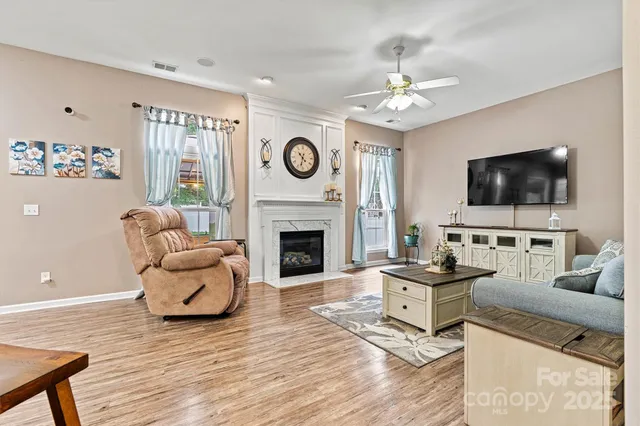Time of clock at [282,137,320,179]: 10:32
